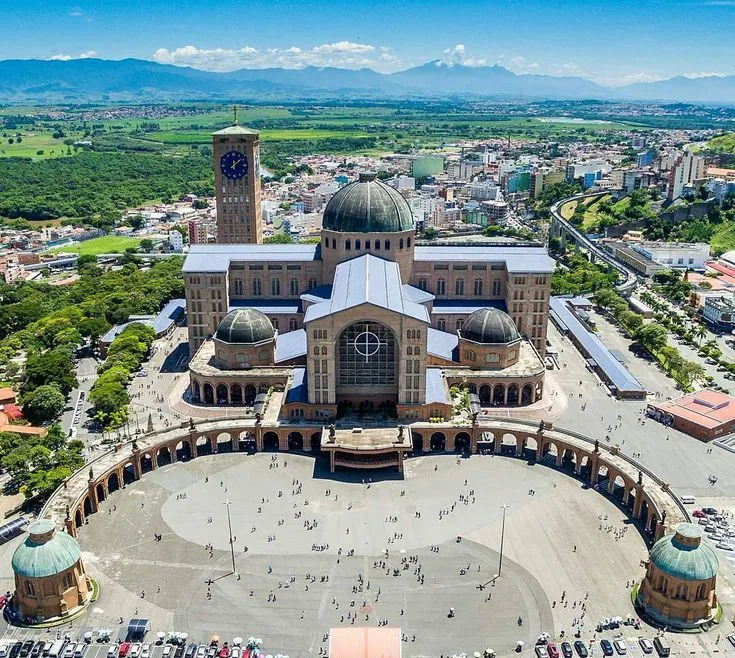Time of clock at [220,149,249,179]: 12:08
